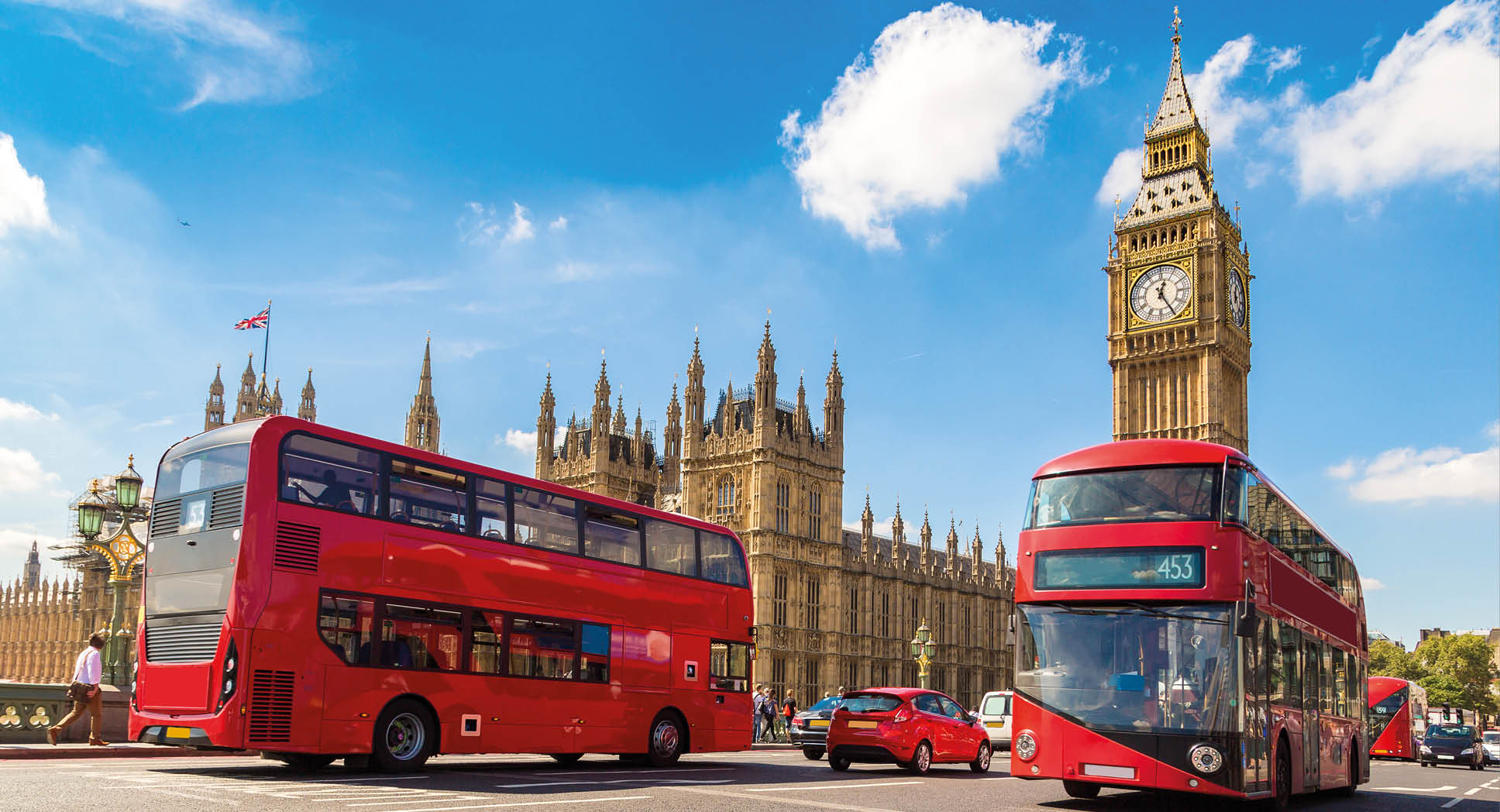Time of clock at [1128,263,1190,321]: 12:24
